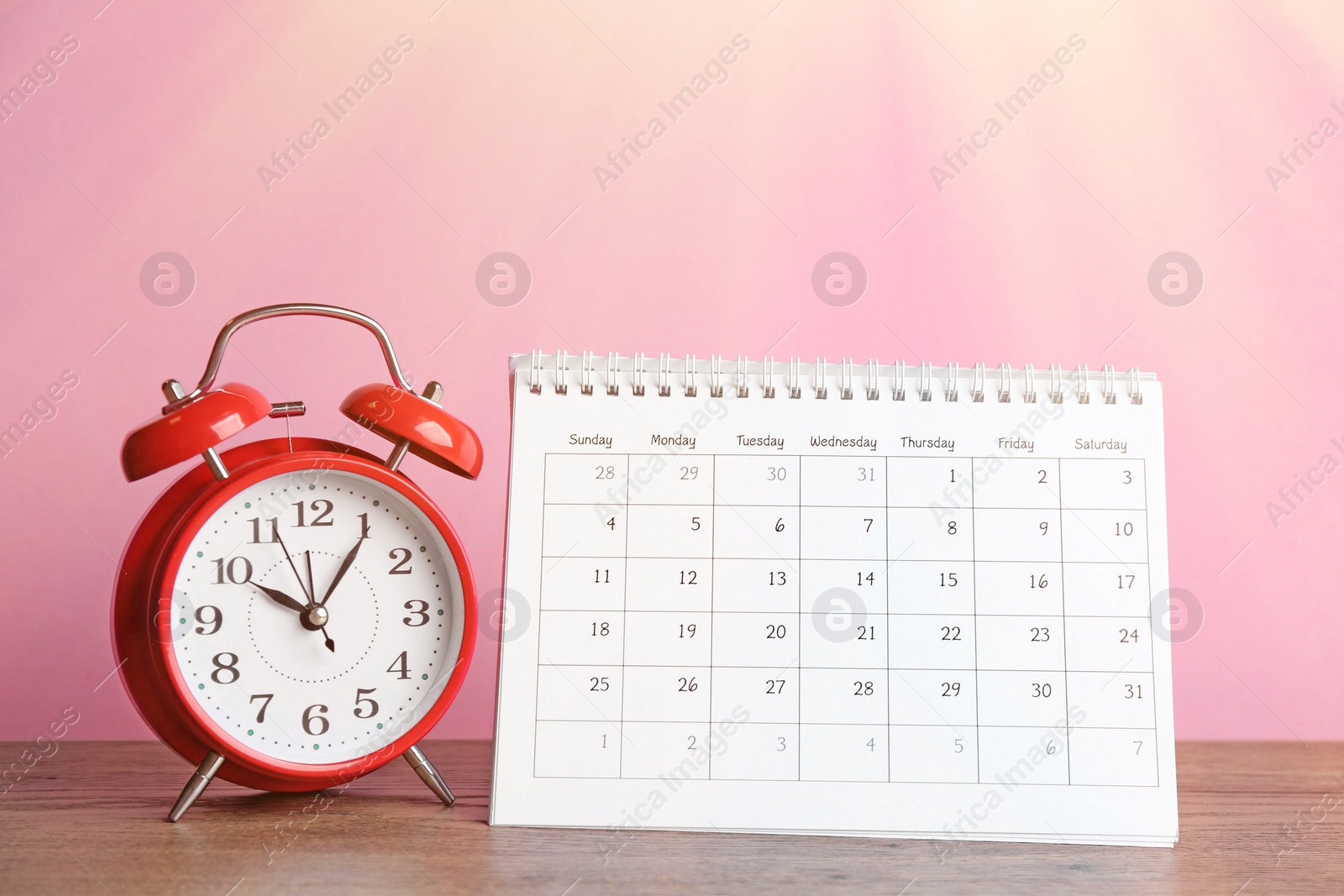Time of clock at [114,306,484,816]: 10:05
